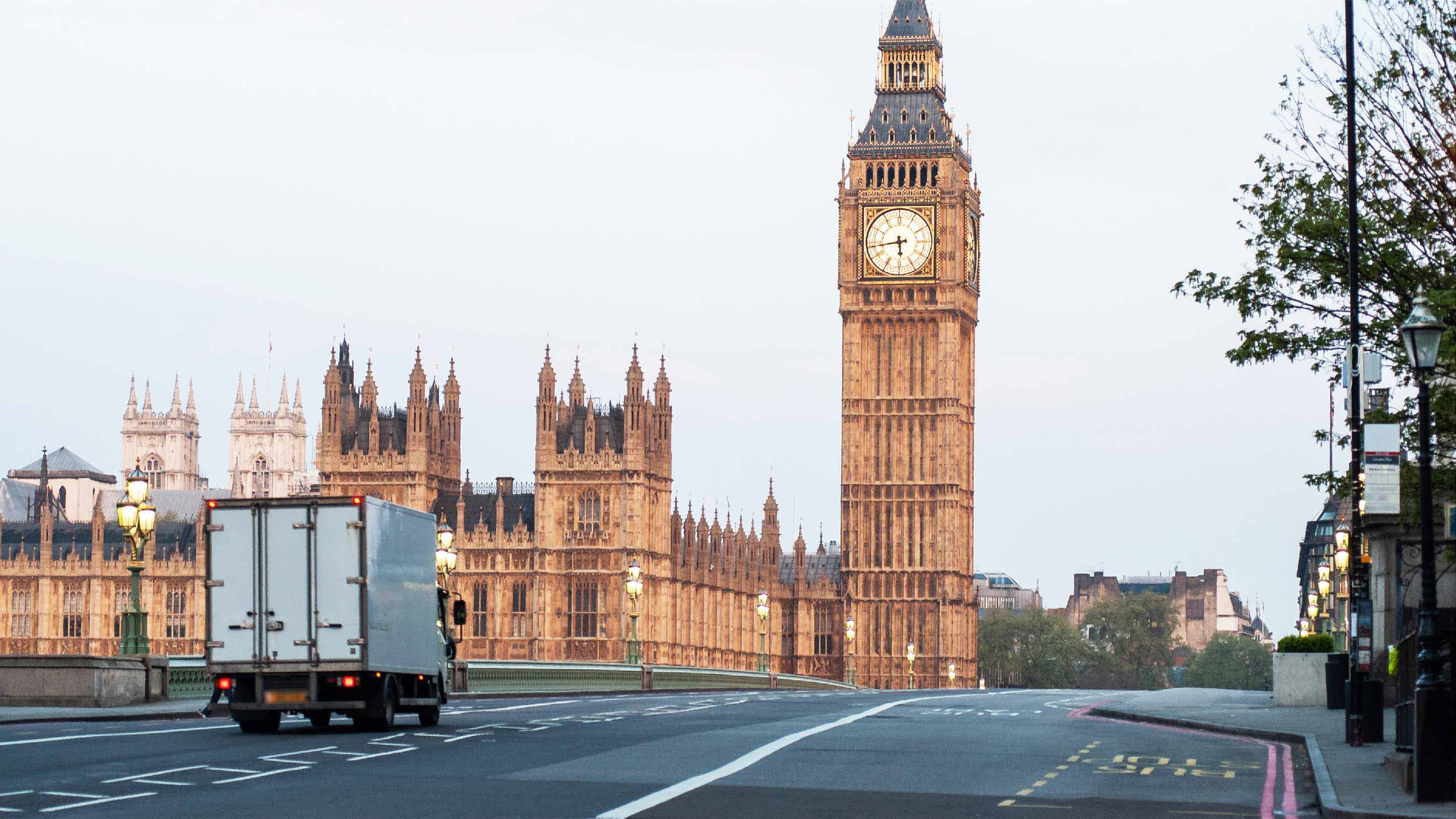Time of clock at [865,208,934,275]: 5:43
